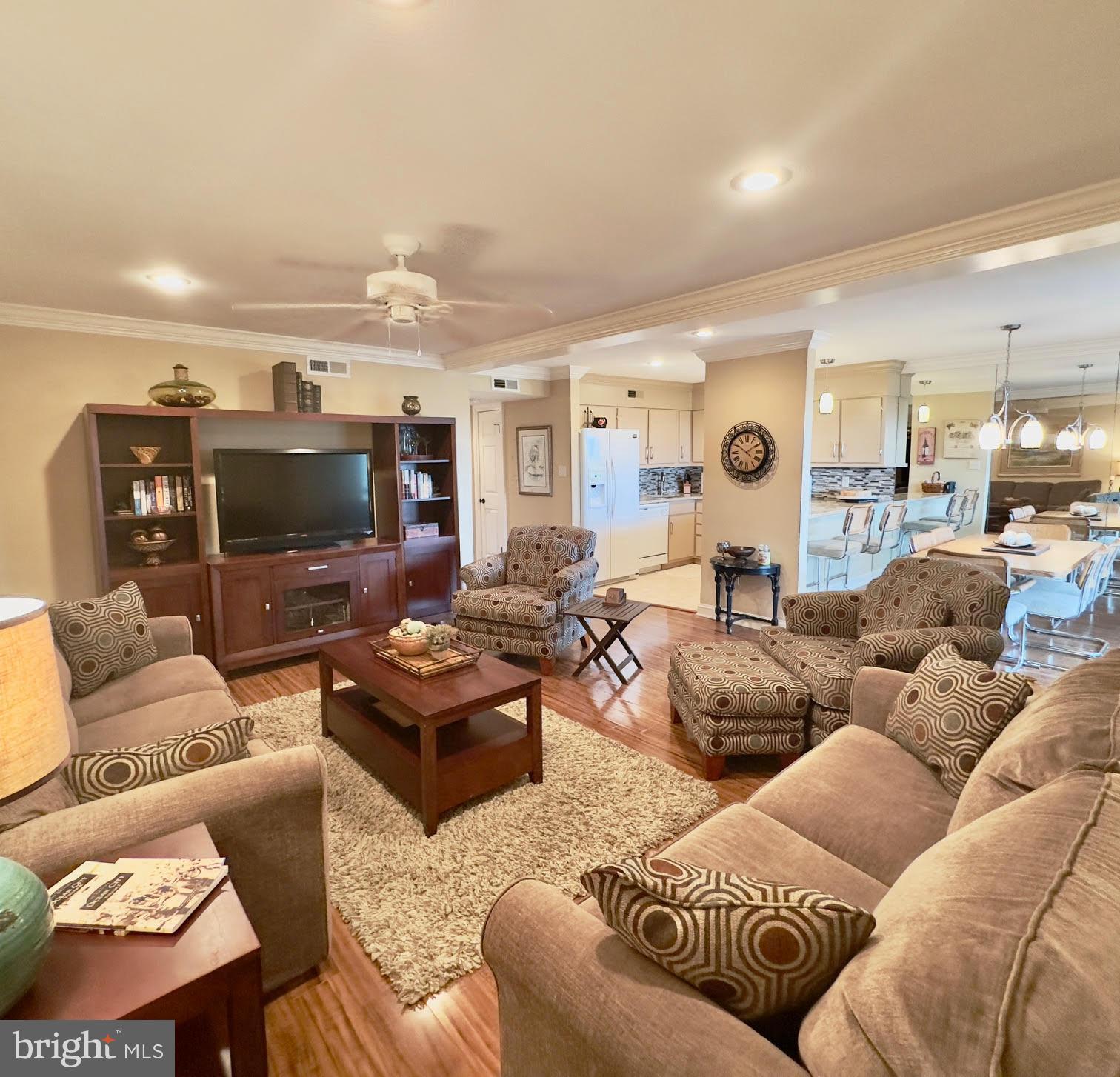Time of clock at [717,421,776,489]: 1:50
